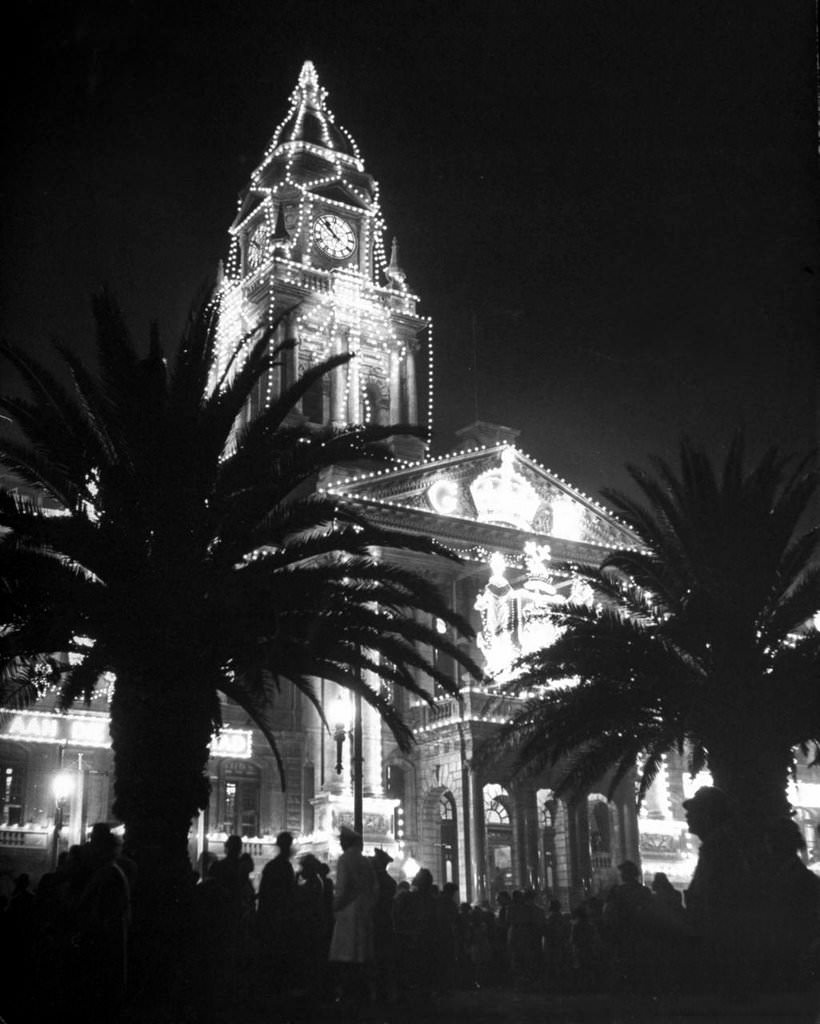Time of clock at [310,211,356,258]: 10:52
